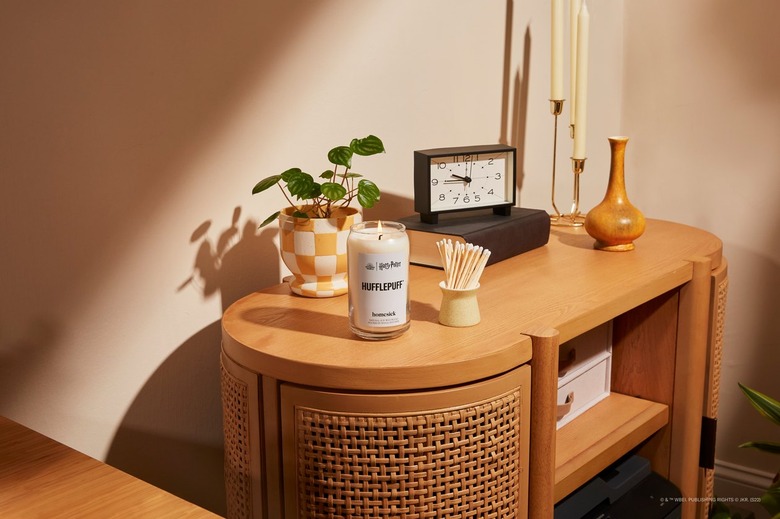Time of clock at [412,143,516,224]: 9:45
